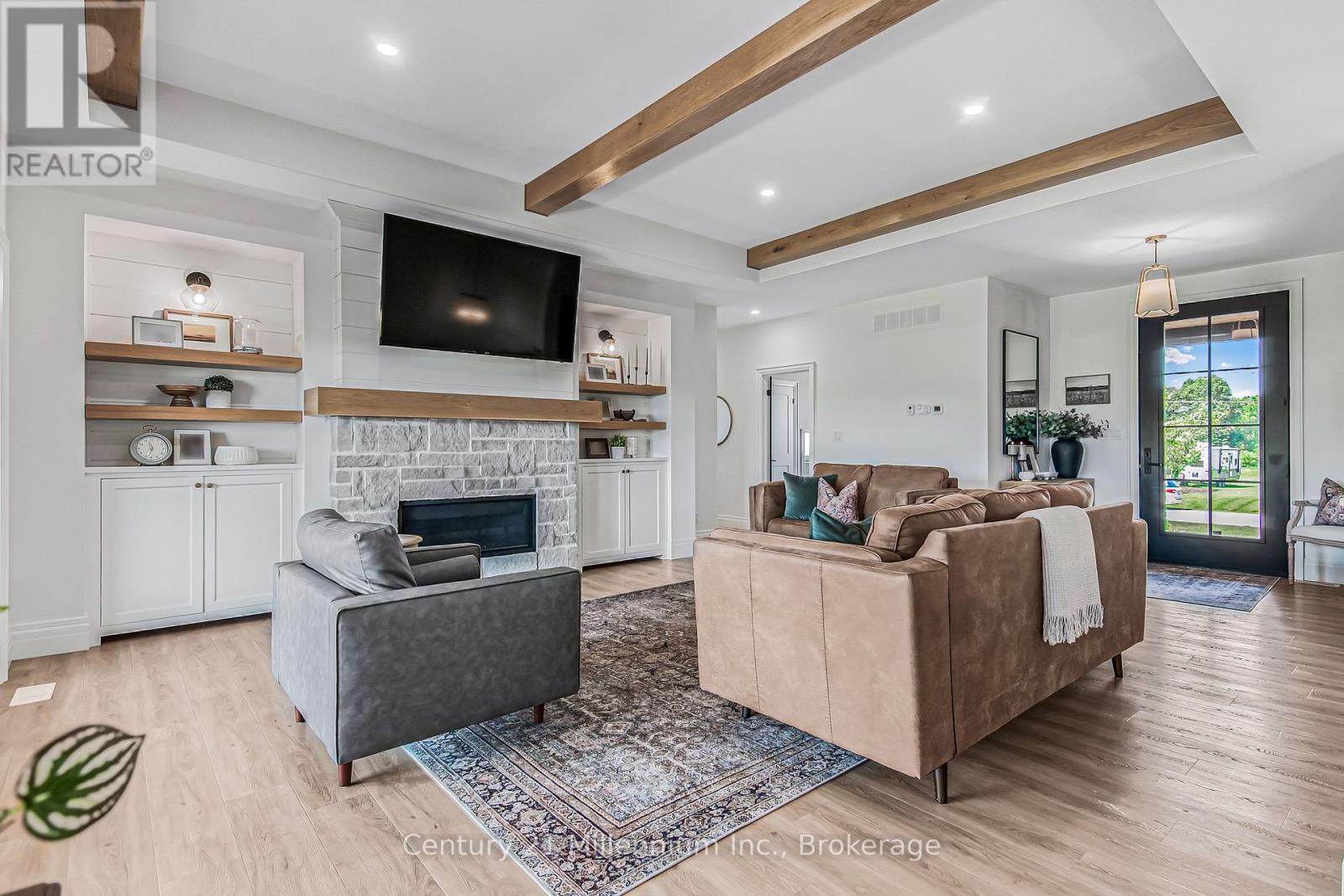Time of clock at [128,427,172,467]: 11:34
